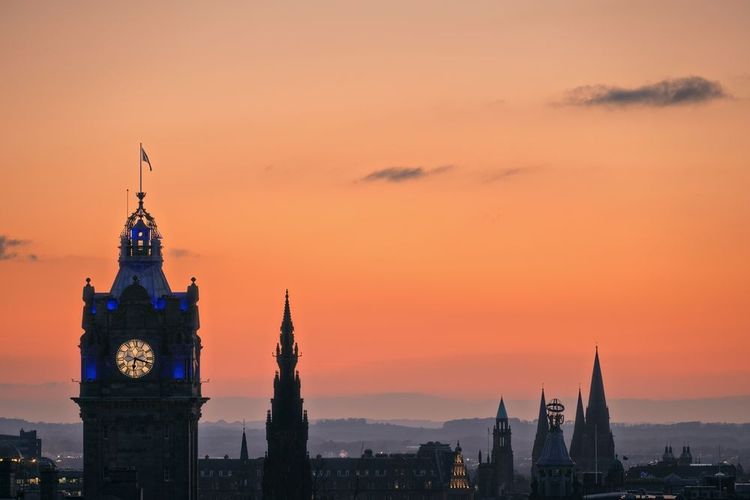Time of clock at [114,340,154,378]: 6:17
